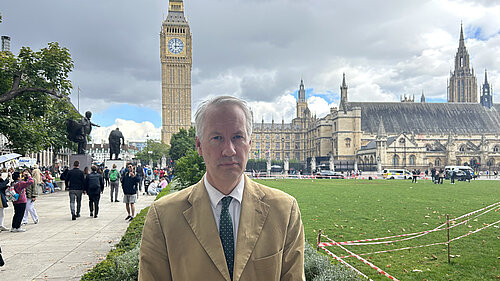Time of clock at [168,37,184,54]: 3:00
